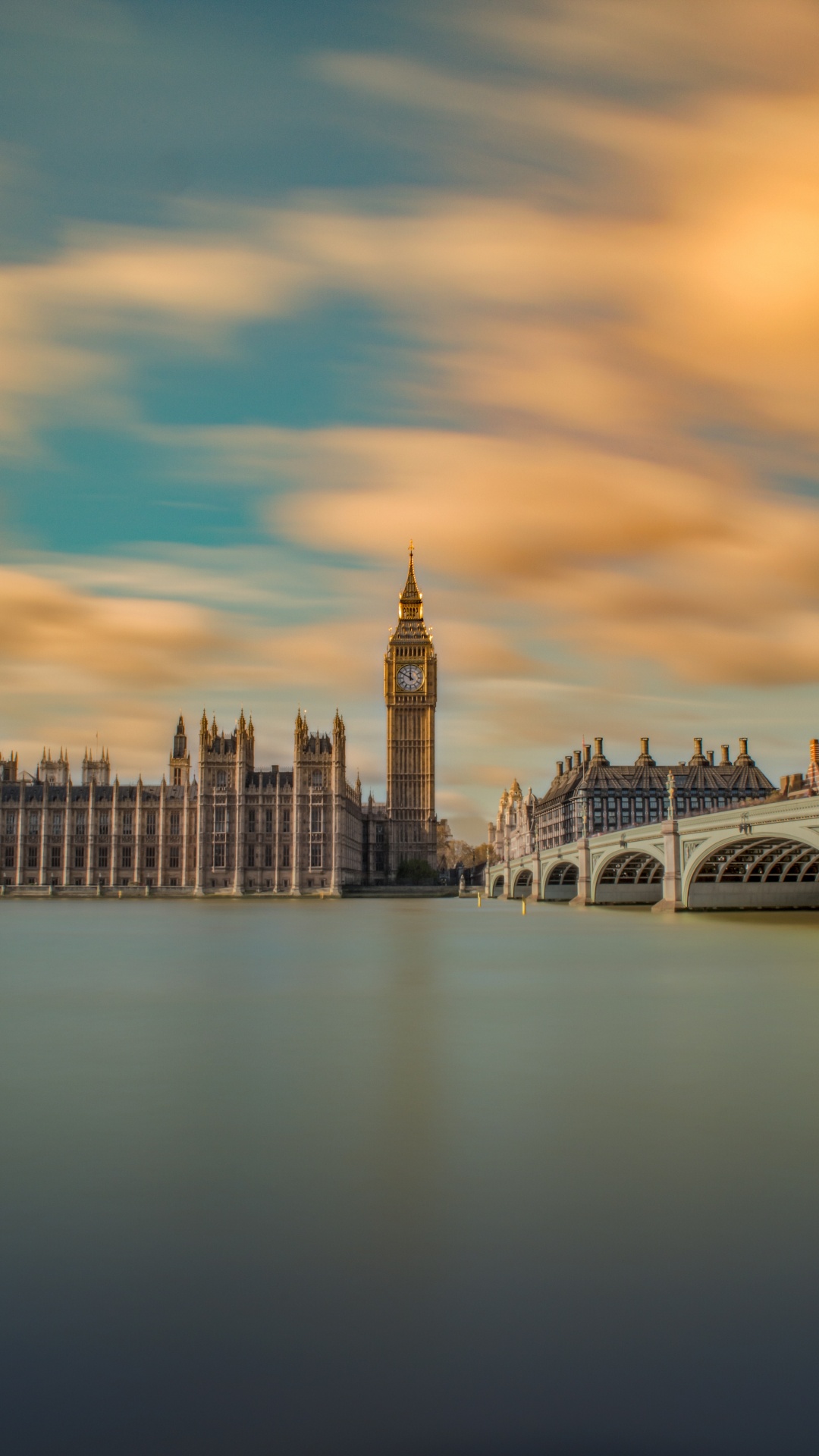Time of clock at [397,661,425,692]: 11:49
